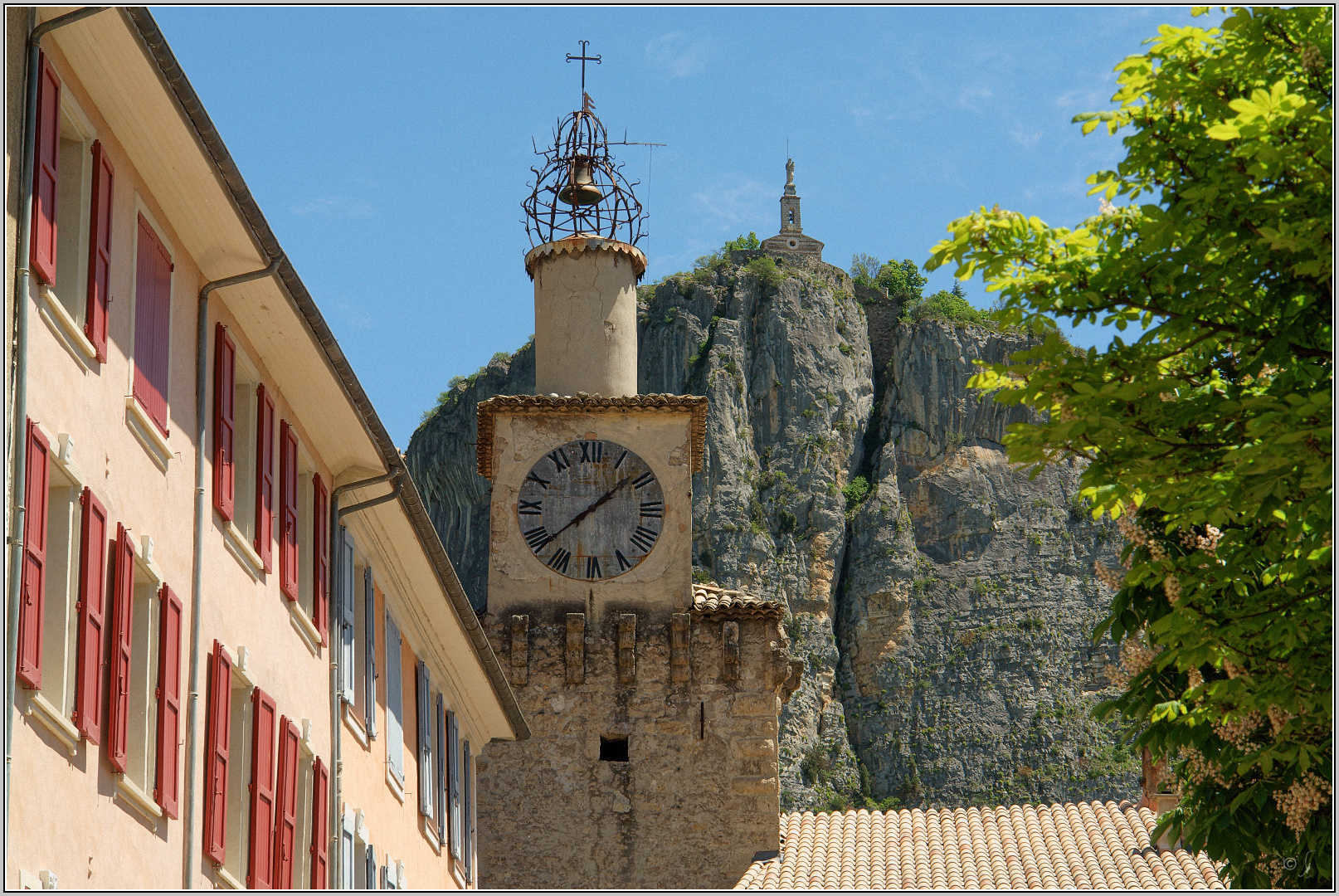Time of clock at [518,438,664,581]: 1:38
